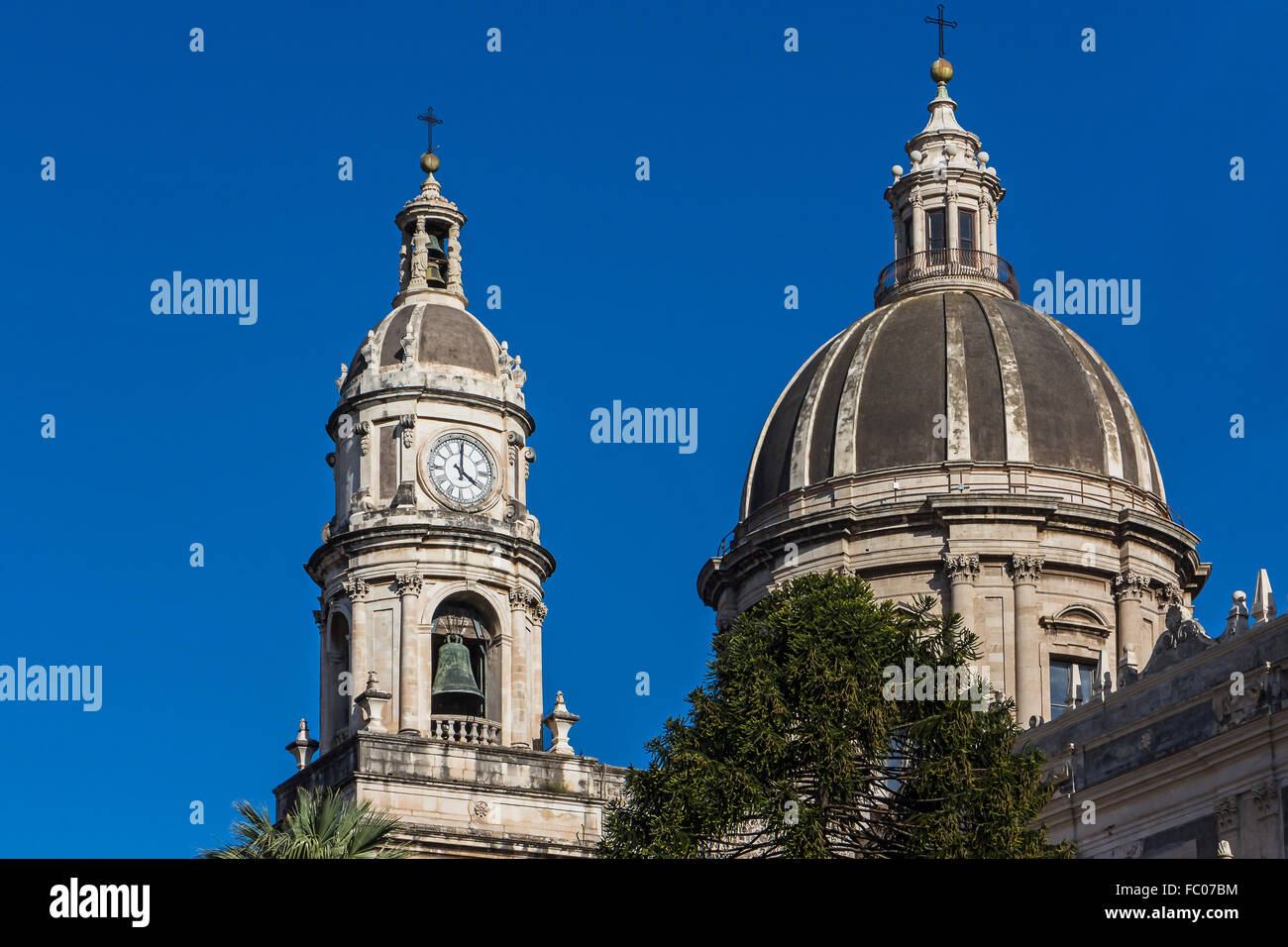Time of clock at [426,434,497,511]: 4:00
